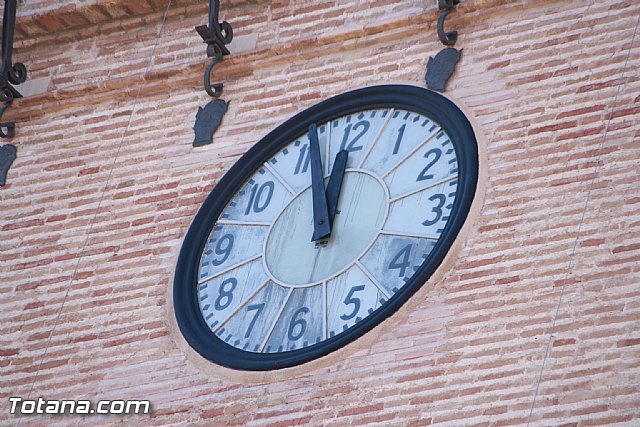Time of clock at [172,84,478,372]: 11:56
